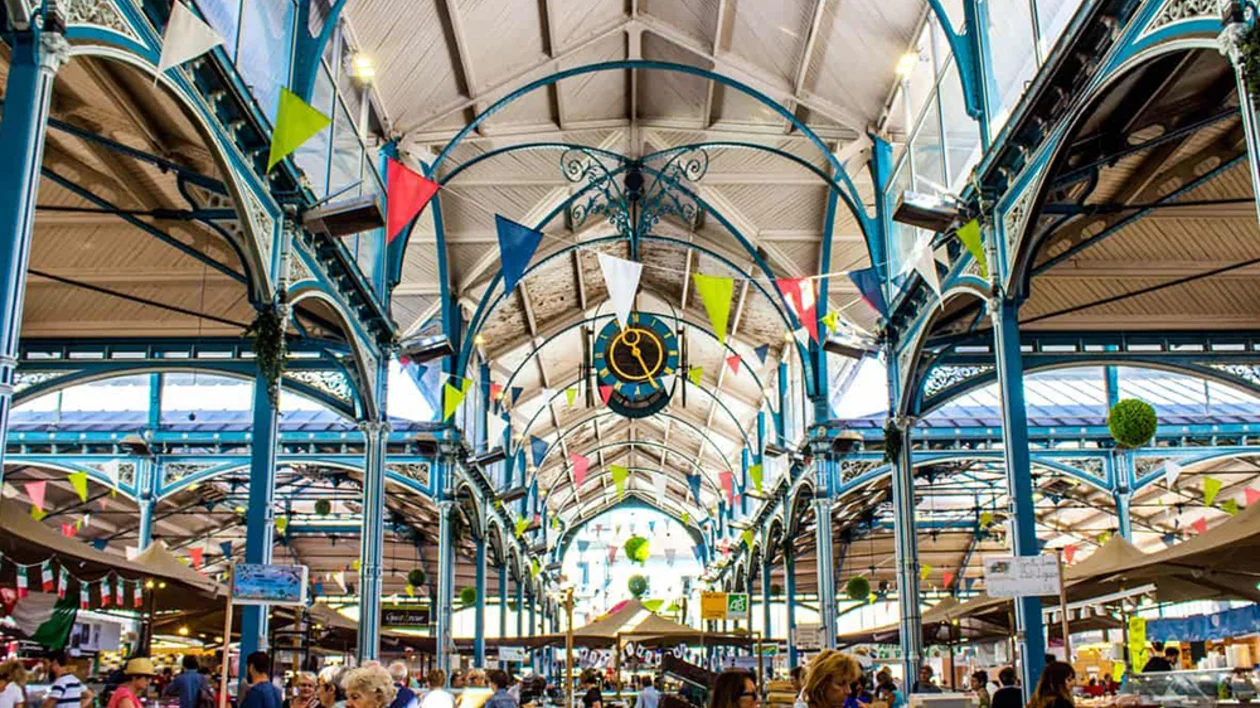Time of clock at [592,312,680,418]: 11:25
